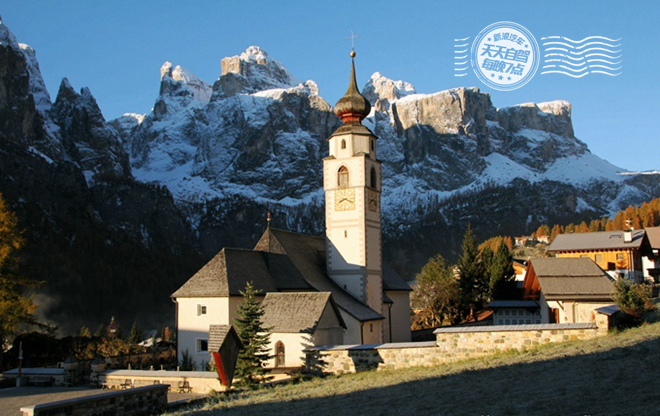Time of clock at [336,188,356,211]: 8:18
